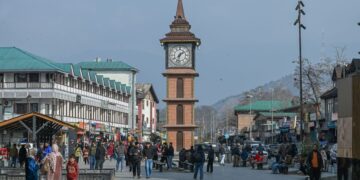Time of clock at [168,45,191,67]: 1:32
